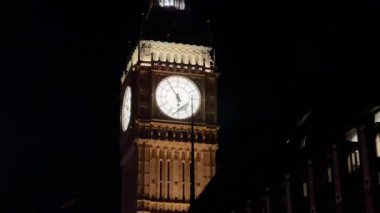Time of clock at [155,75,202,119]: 5:54
